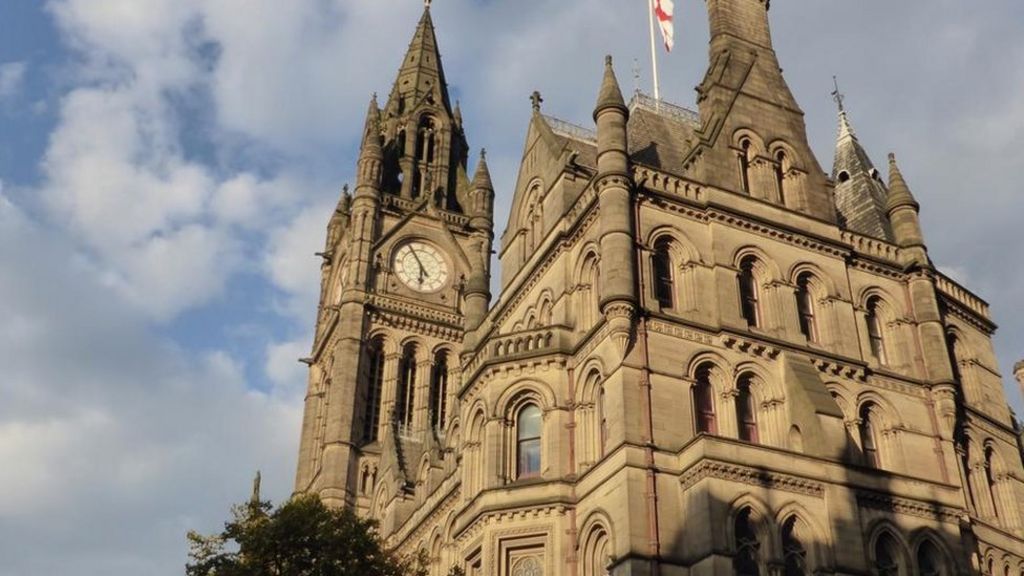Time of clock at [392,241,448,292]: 5:54
